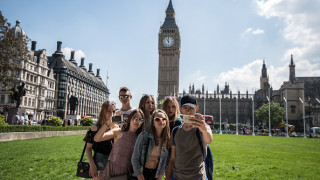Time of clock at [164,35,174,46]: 11:00
